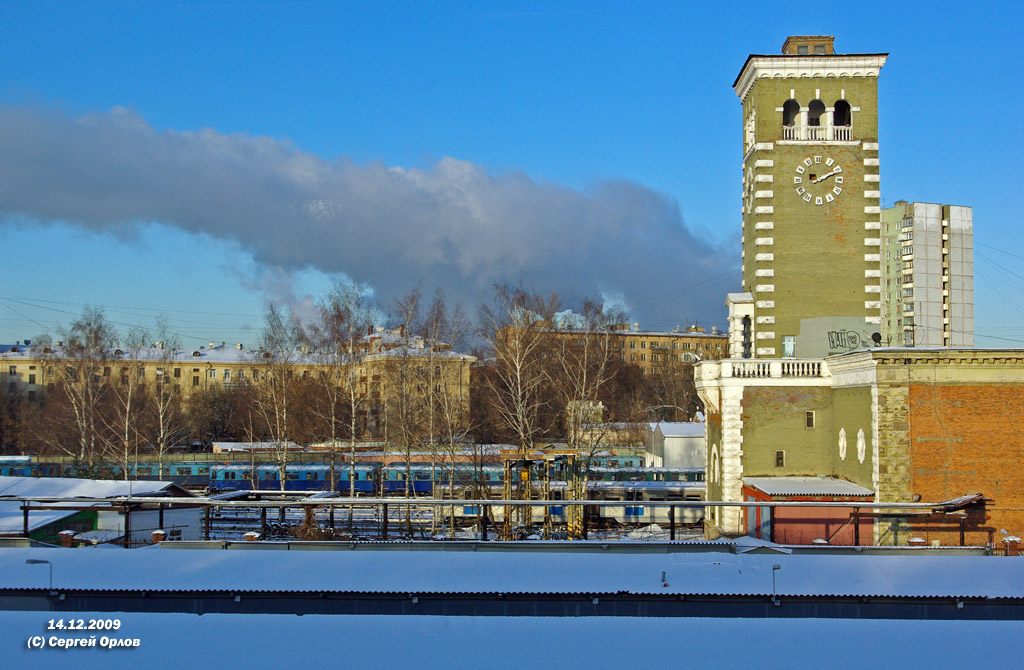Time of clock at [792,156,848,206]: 2:11
